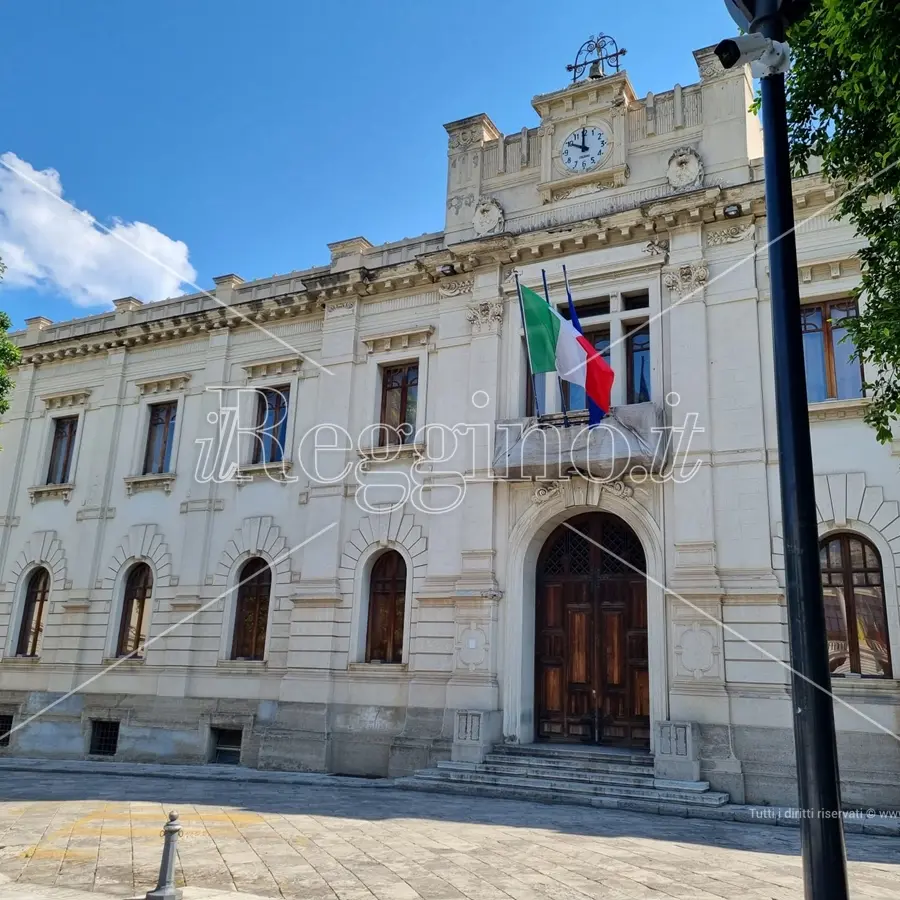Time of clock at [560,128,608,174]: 9:59
